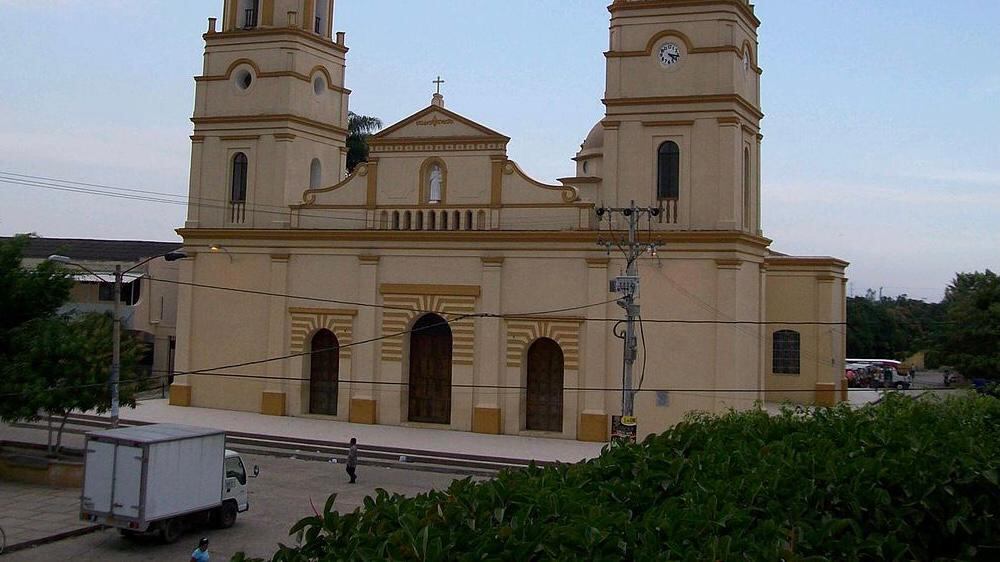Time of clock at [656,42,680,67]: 4:16
